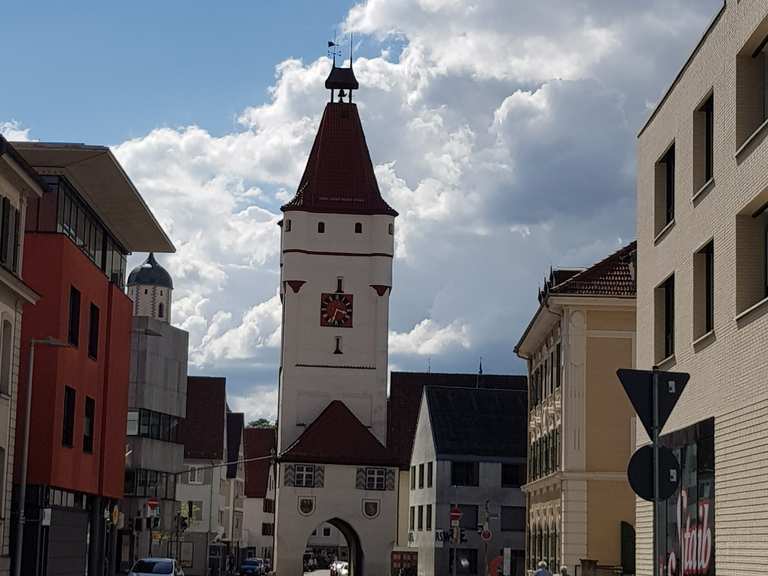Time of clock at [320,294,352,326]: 3:34
